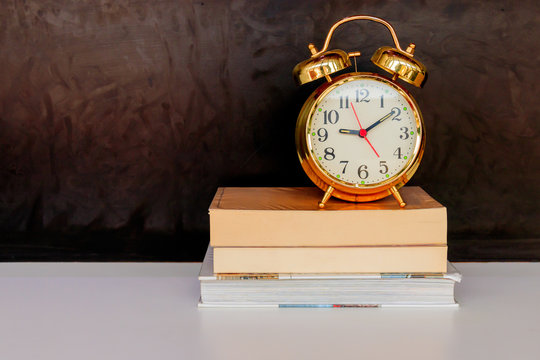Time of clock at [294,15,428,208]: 9:09
